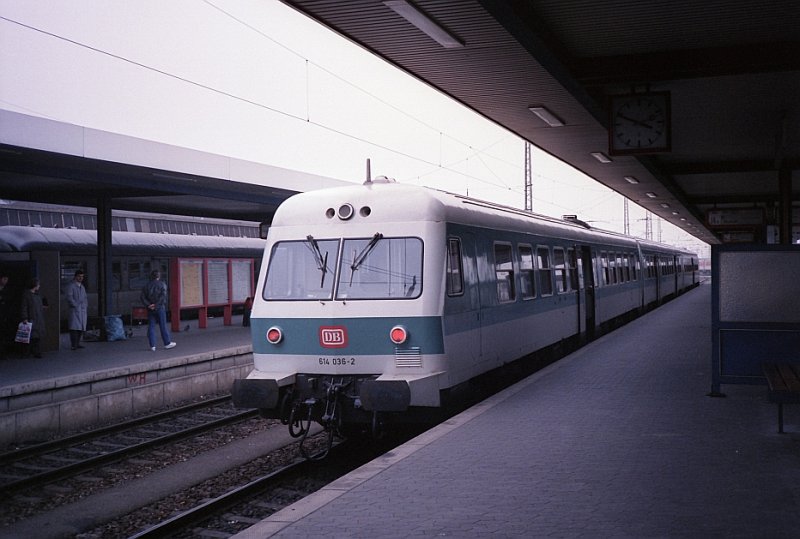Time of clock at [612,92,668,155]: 3:49
